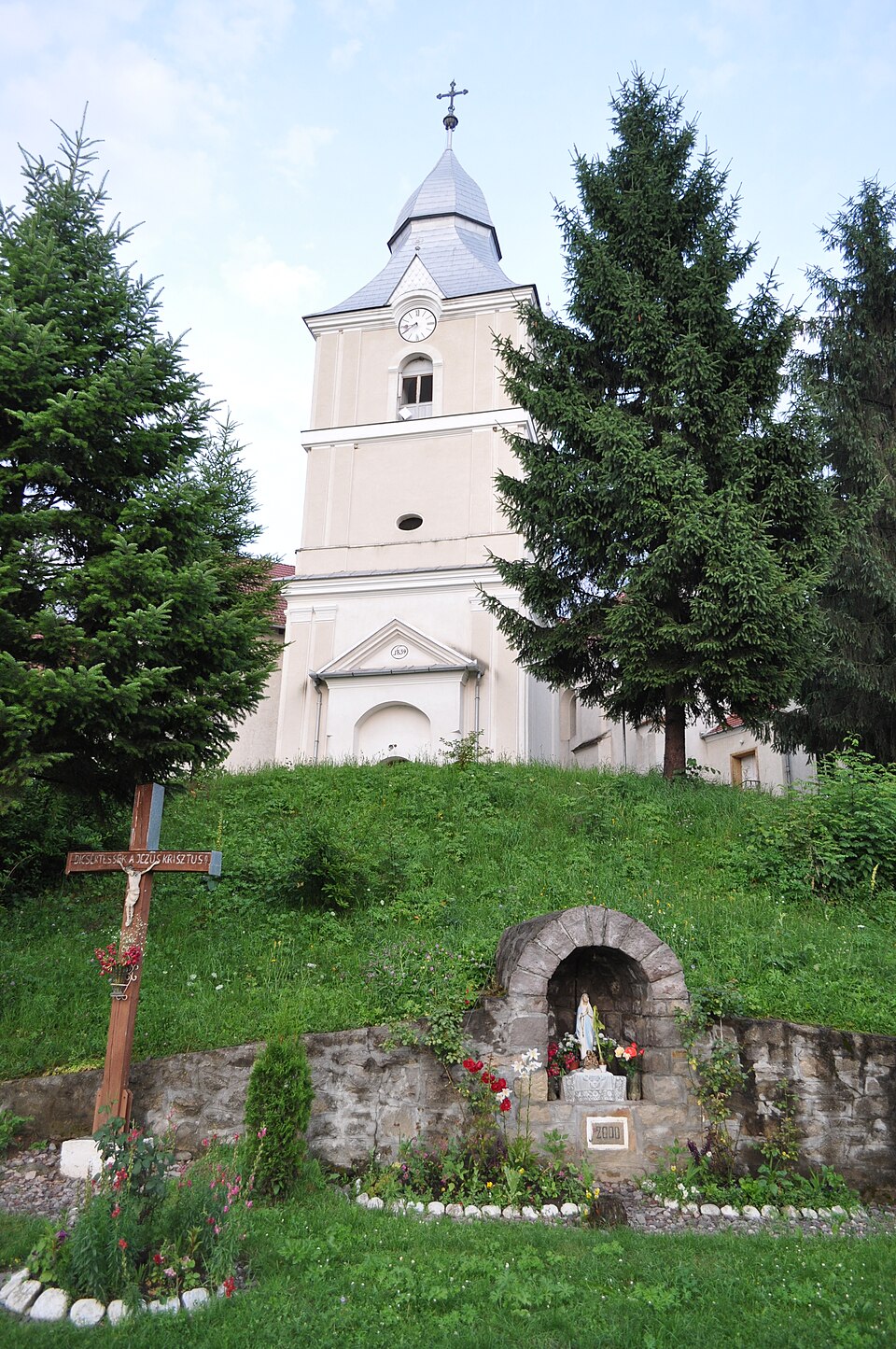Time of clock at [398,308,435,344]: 8:39
